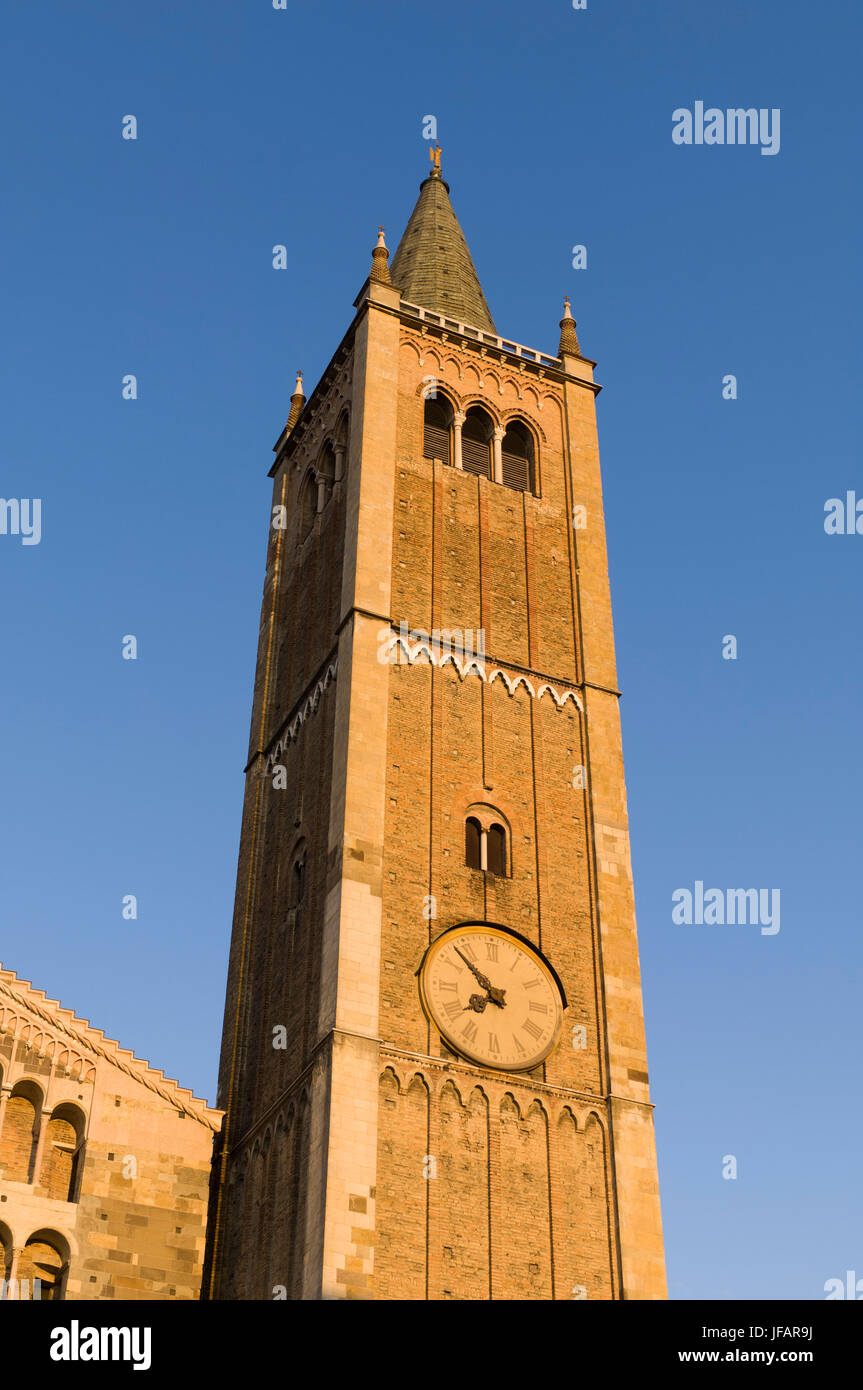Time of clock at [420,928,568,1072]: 7:52
